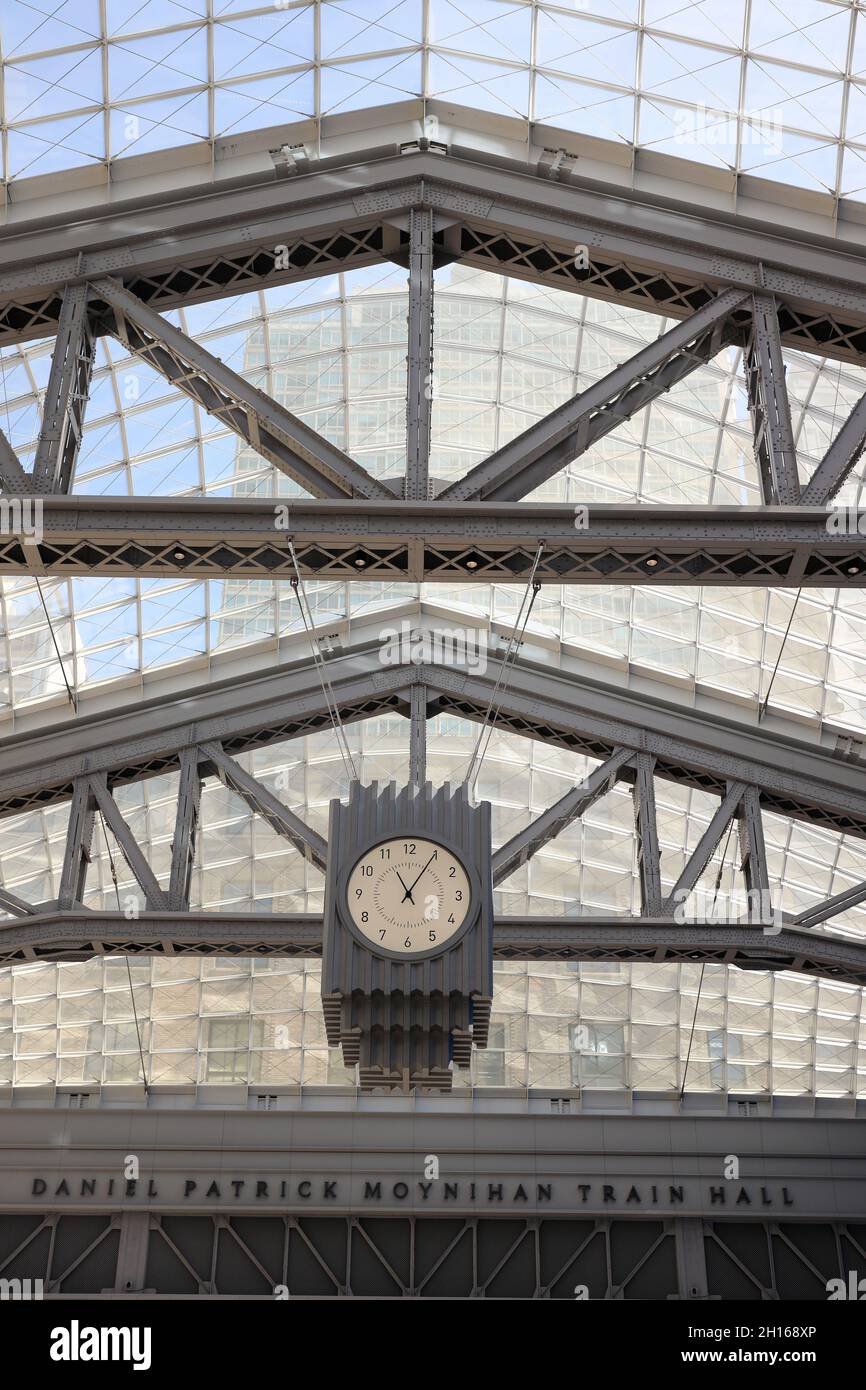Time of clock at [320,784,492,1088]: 11:05
